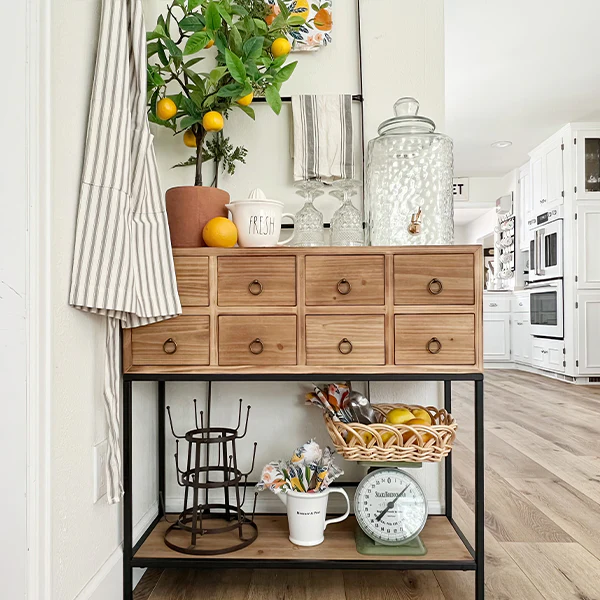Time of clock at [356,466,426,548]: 7:07
